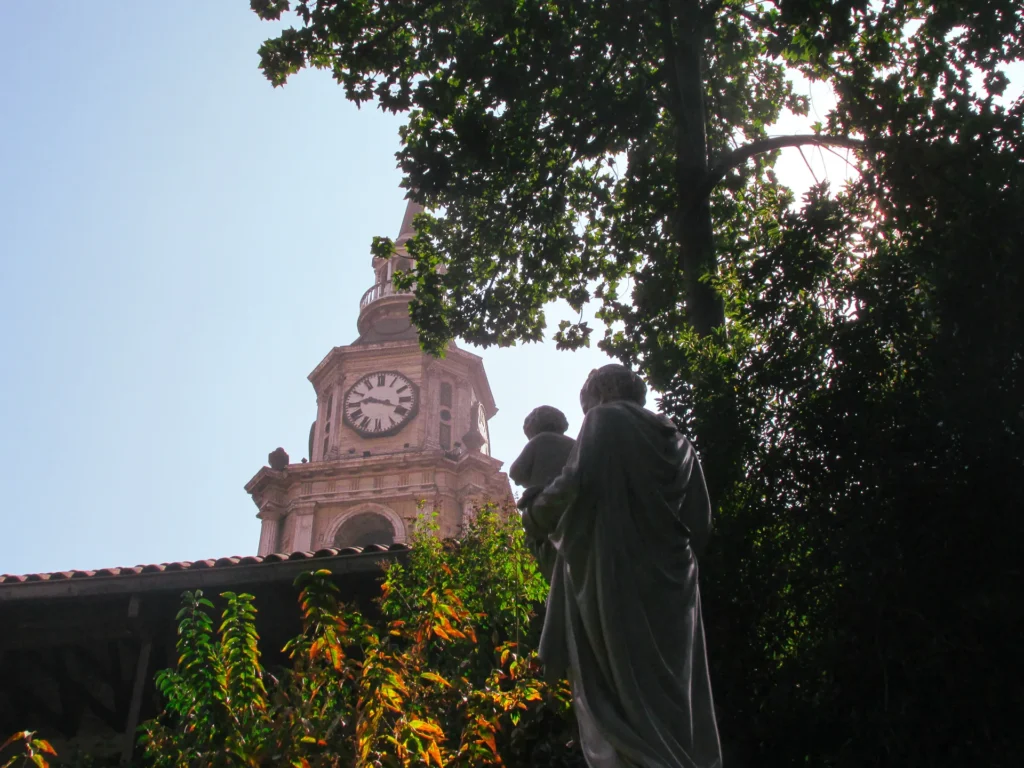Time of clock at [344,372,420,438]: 9:18
